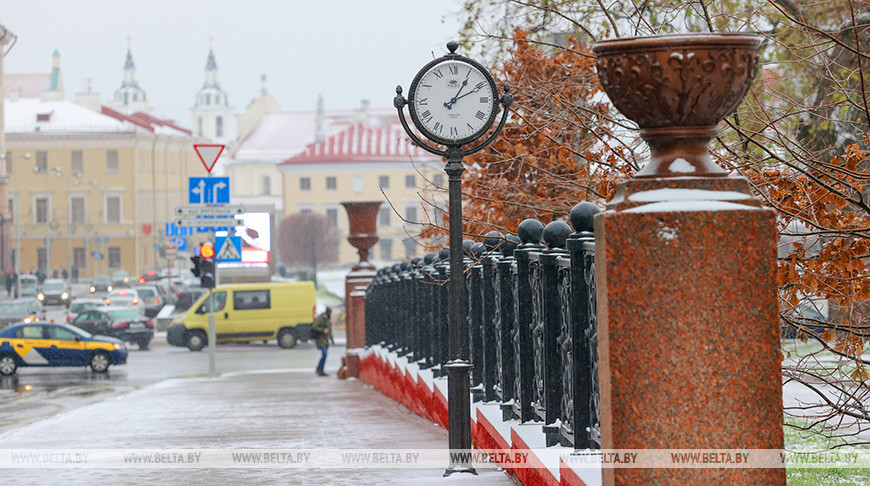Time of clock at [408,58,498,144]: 1:10
